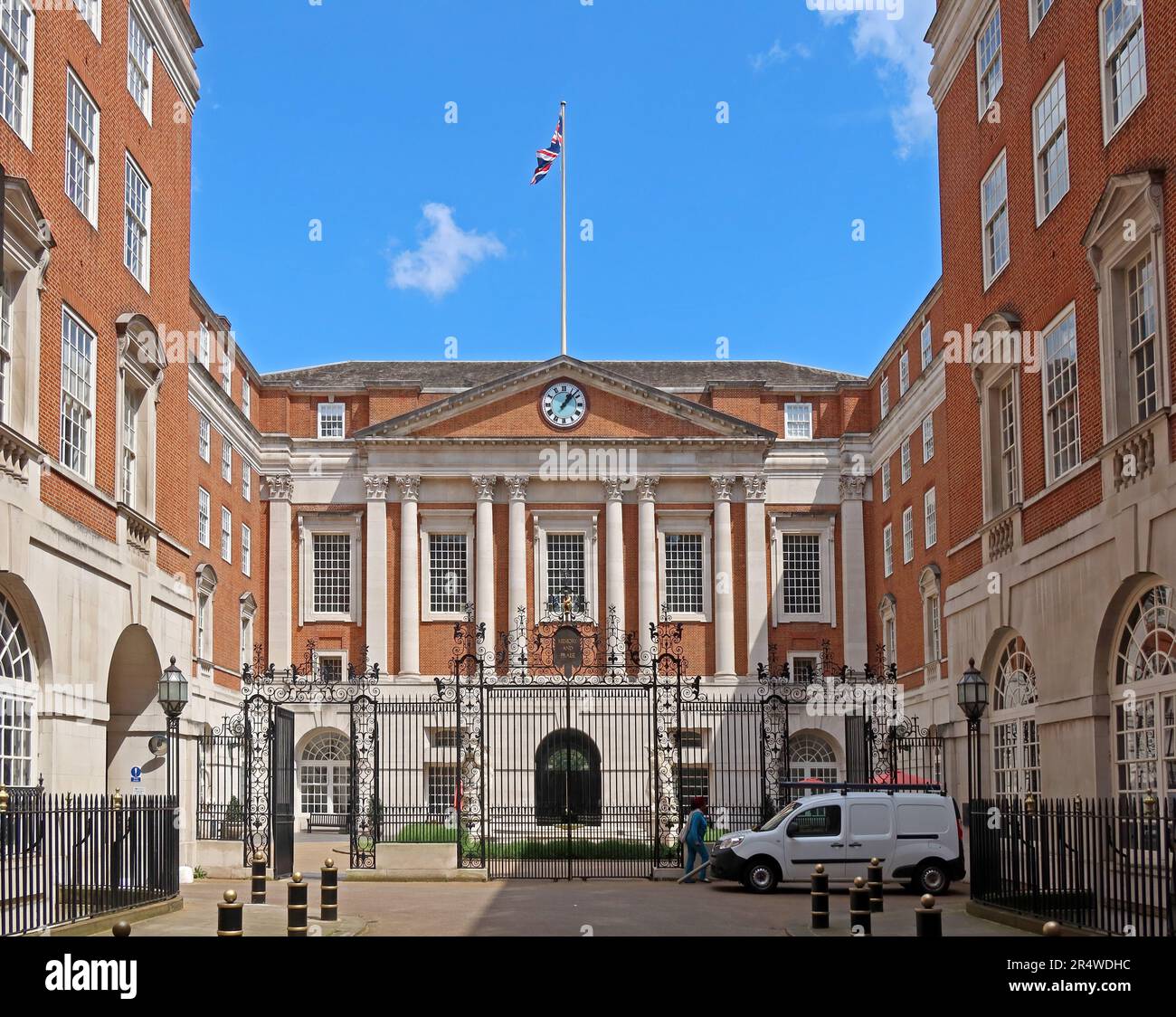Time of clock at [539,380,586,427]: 1:07
